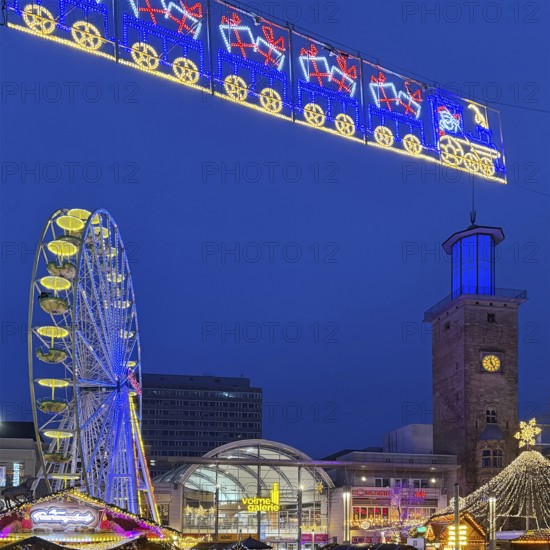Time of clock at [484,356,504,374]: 4:57
